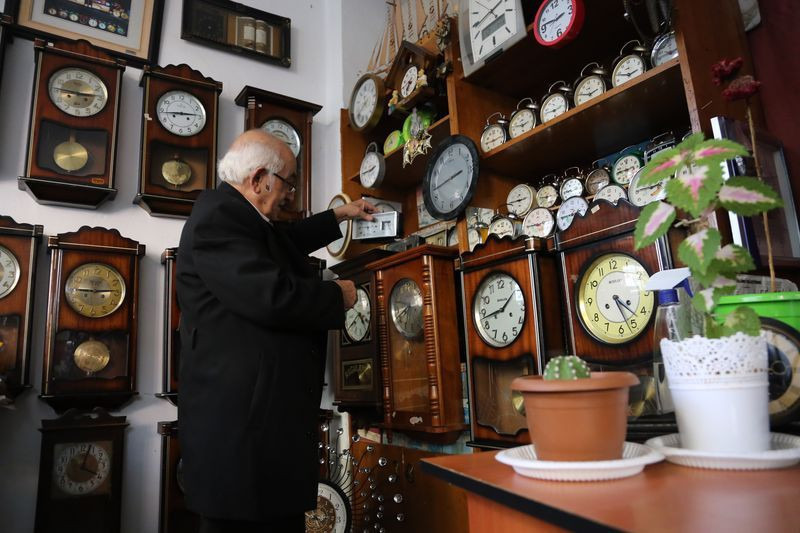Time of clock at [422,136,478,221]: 2:43
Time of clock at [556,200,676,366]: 4:27
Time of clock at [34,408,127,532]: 4:03
